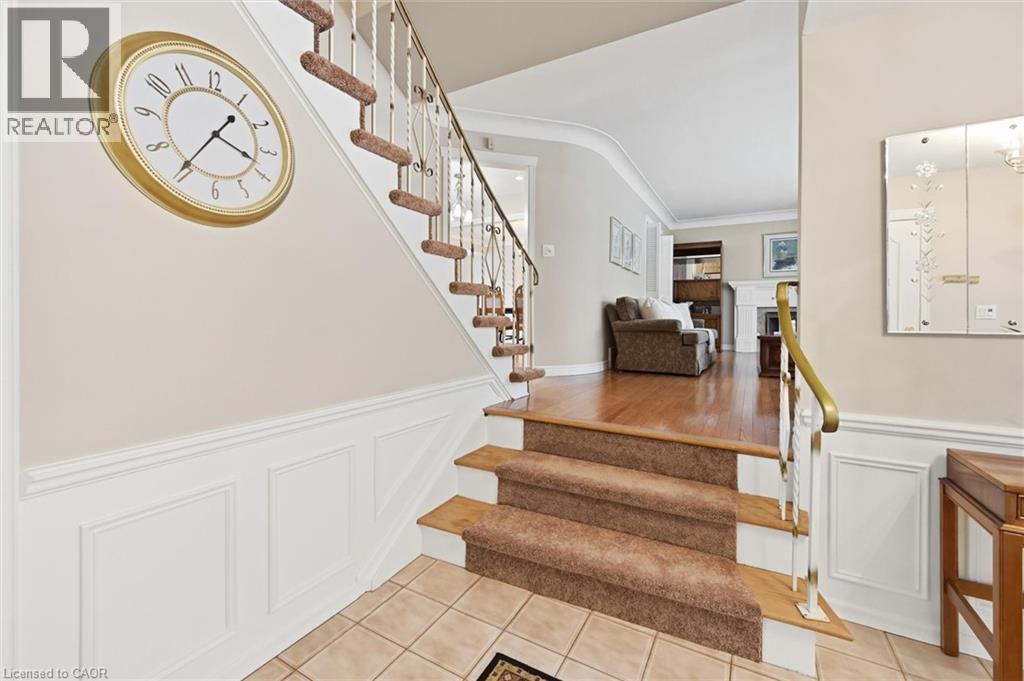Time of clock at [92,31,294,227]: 3:35
